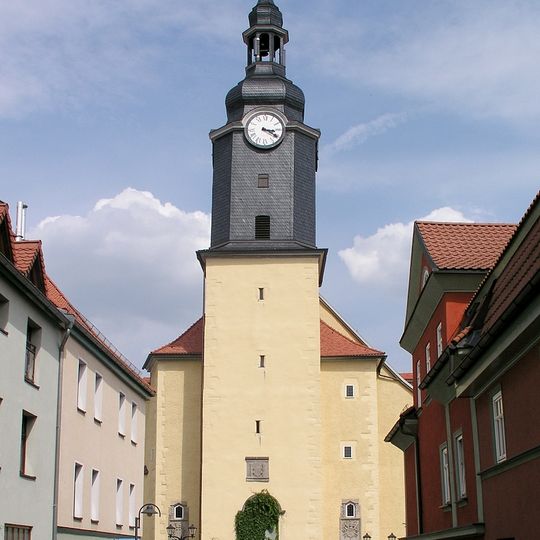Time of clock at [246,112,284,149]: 3:20
